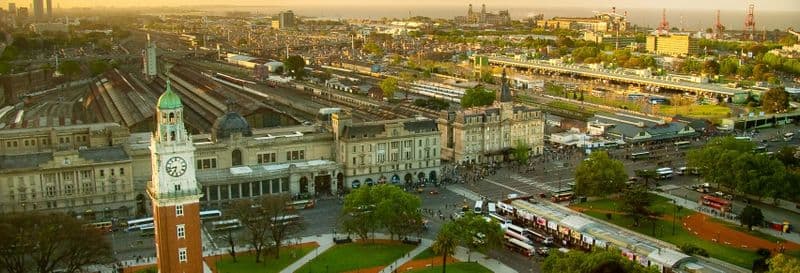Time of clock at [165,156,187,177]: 6:43
